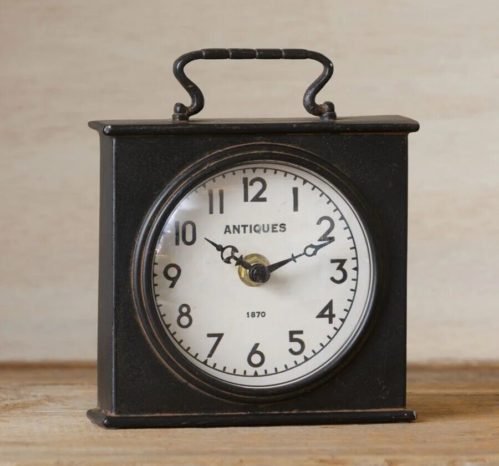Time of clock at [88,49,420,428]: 10:11
